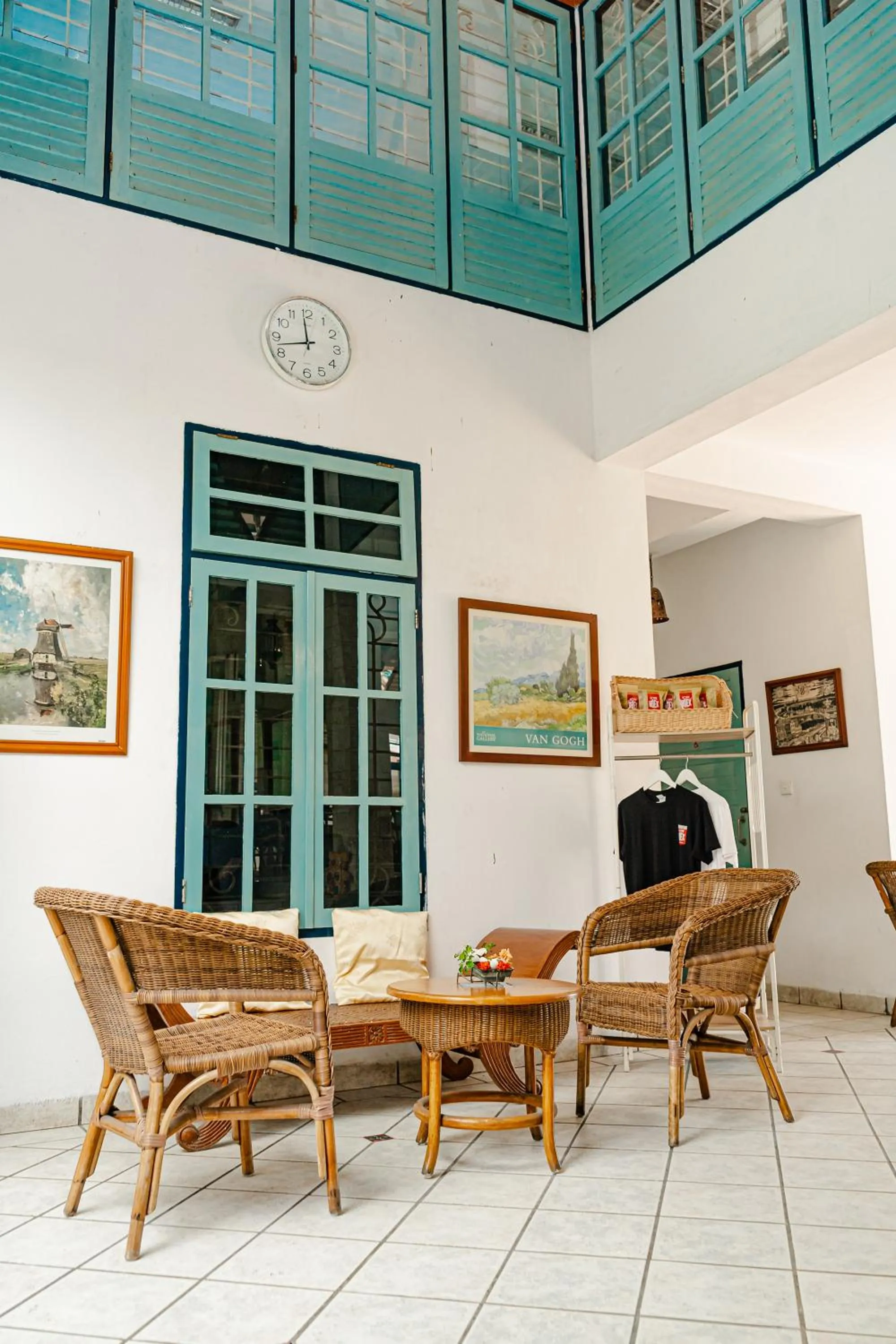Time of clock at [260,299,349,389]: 11:42
